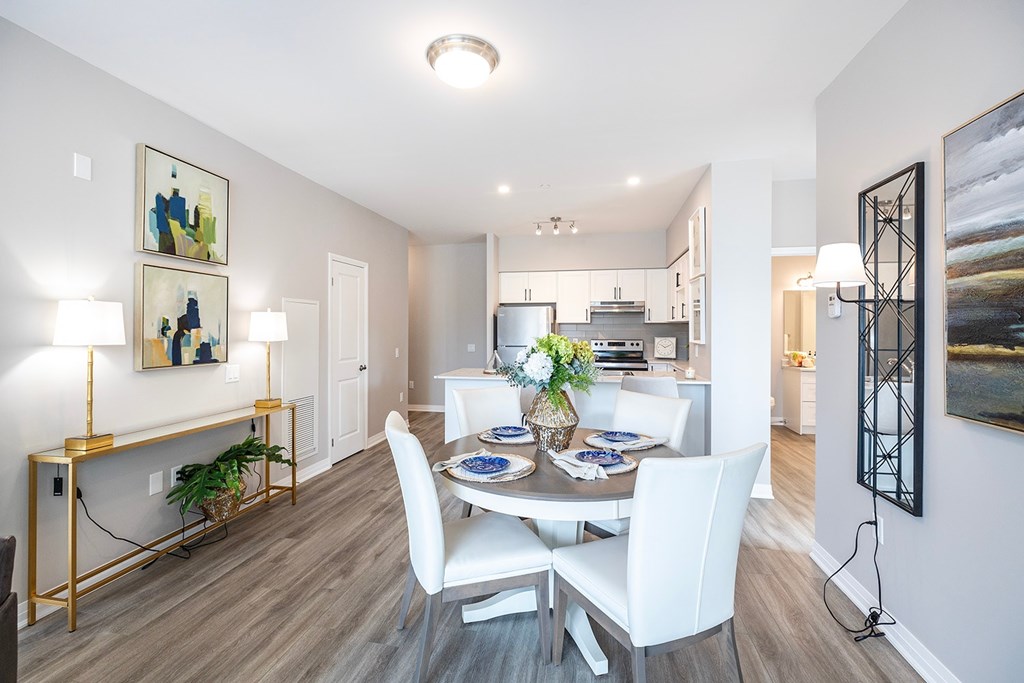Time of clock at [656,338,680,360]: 10:10
